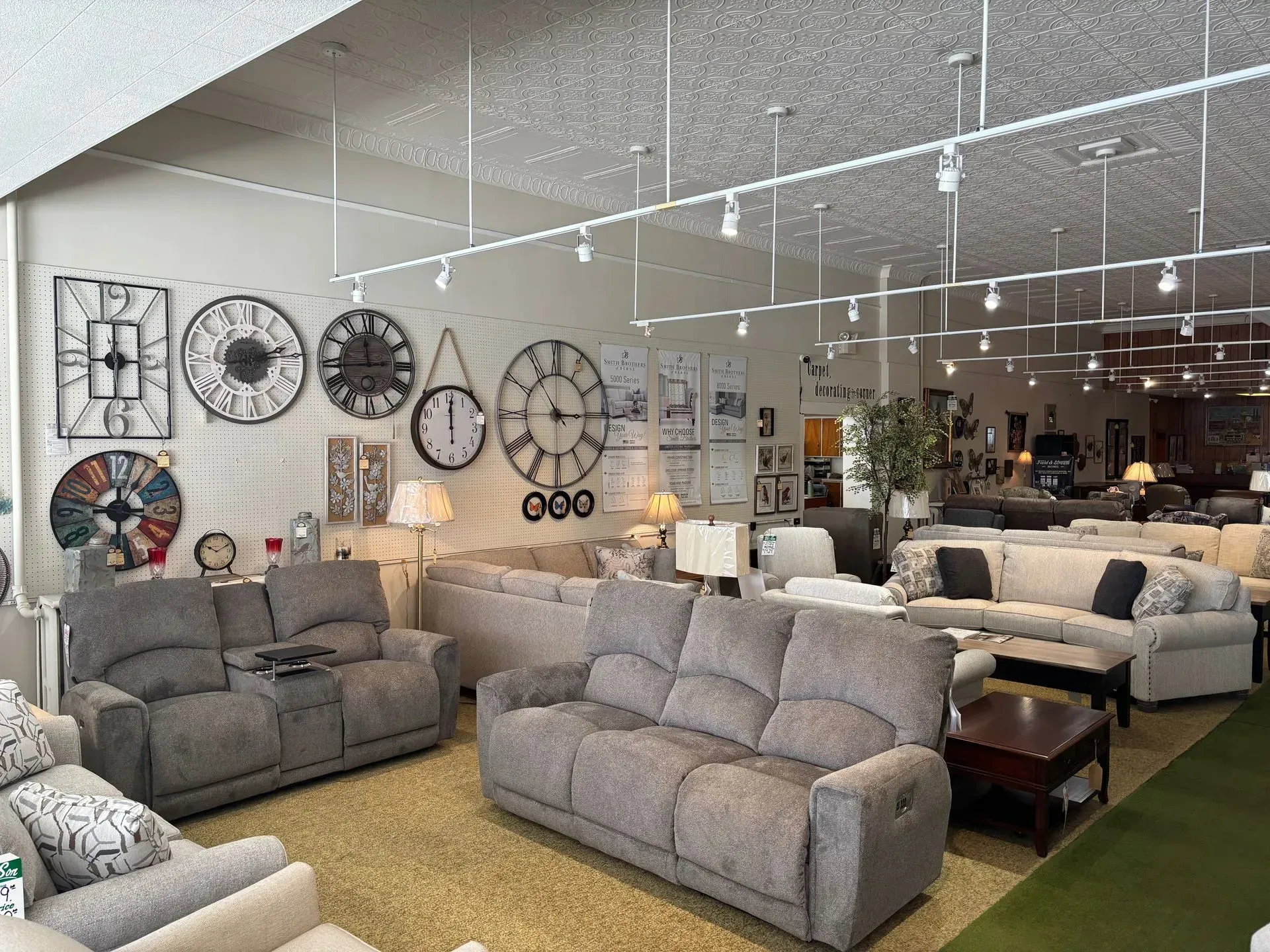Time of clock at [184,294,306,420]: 2:13
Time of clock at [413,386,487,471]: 12:00
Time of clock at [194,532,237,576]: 10:10
